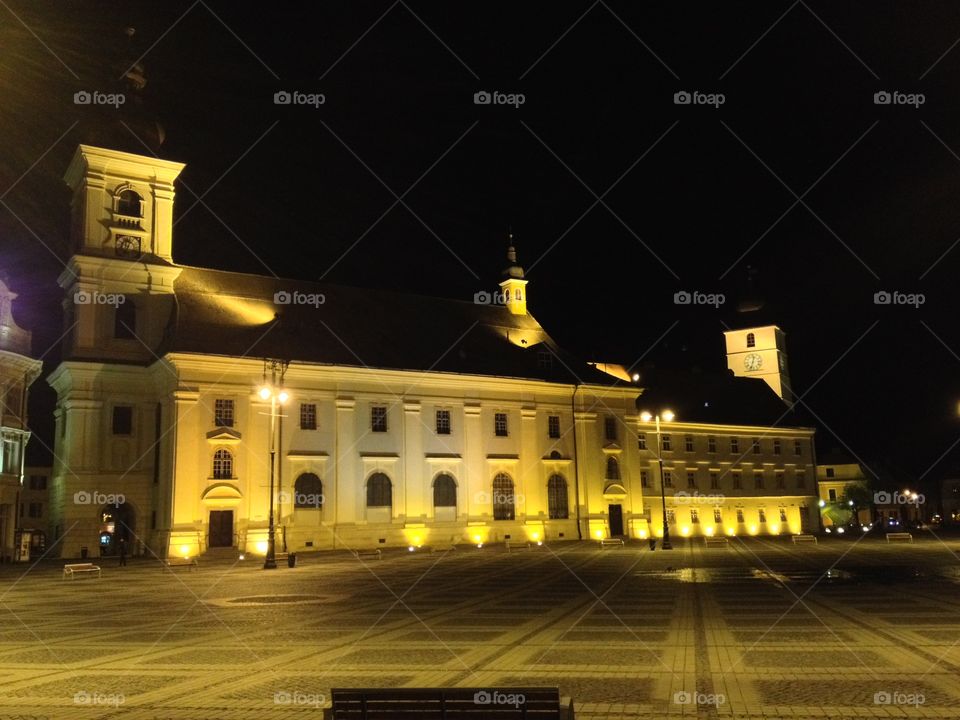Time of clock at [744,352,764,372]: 12:33
